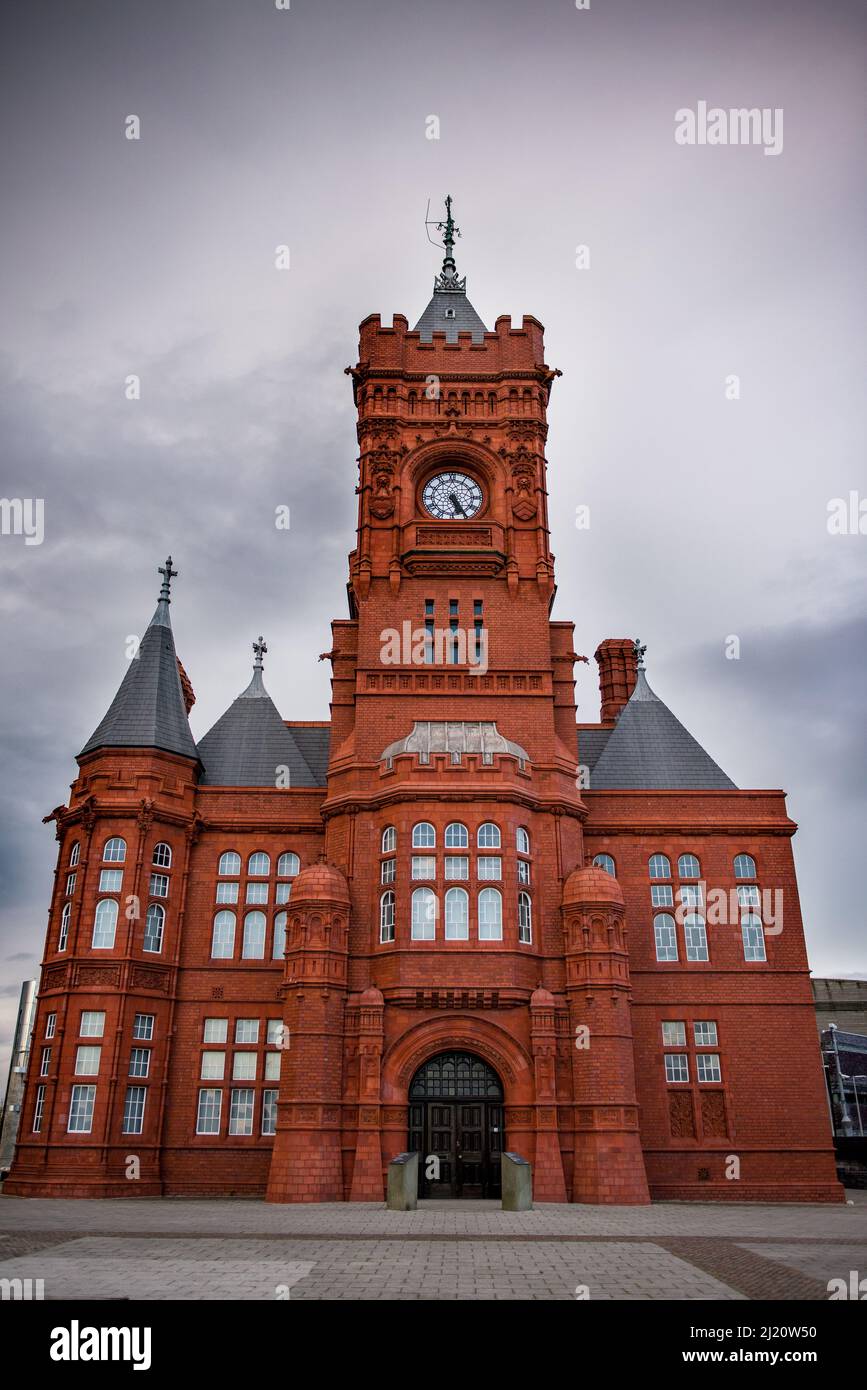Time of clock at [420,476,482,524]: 5:24
